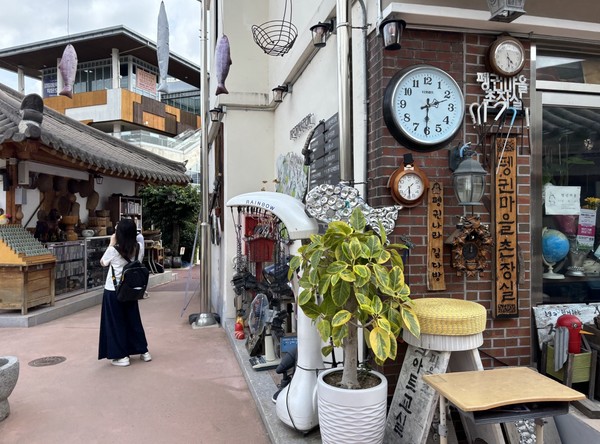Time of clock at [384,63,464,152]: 2:30
